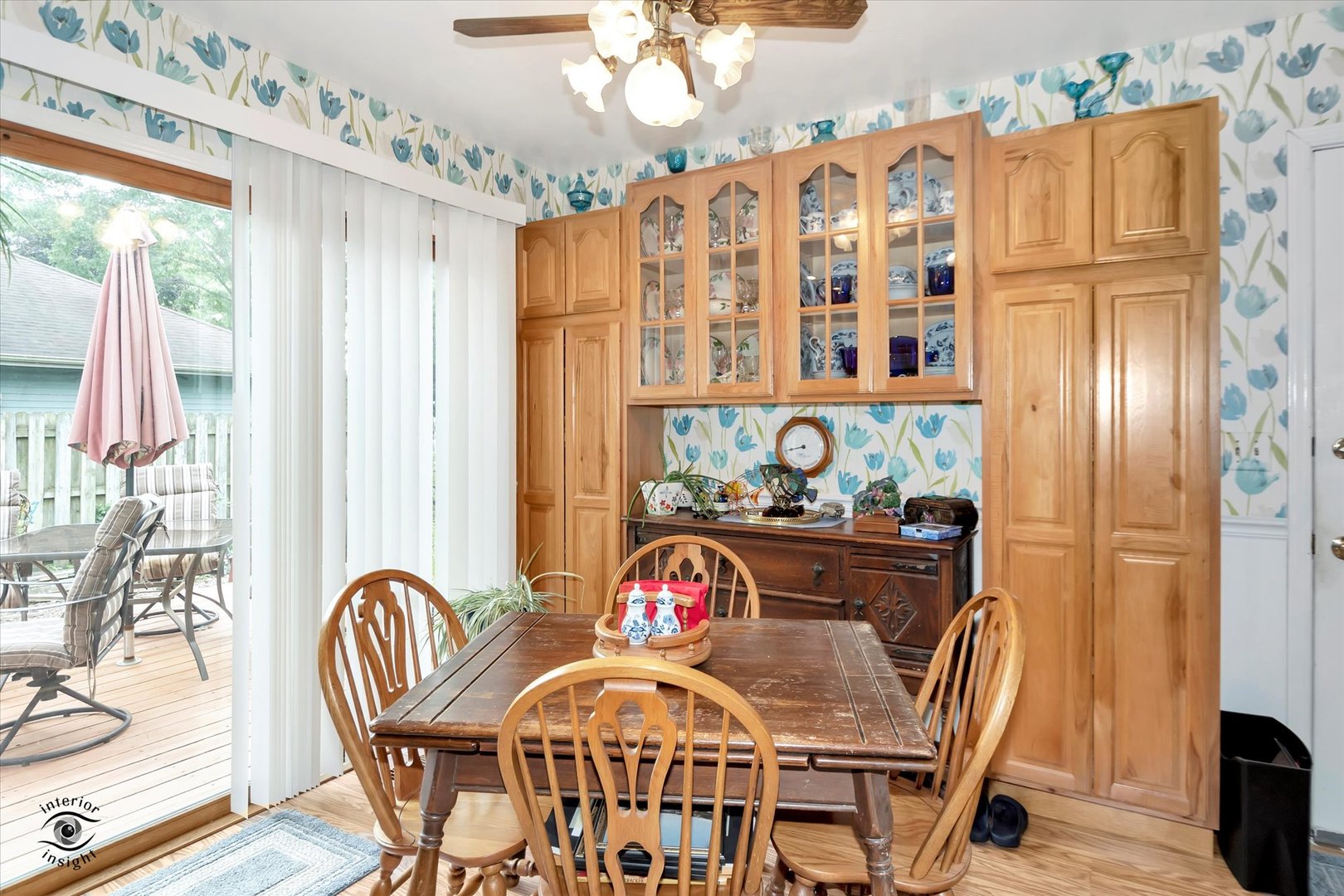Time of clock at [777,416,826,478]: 8:42
